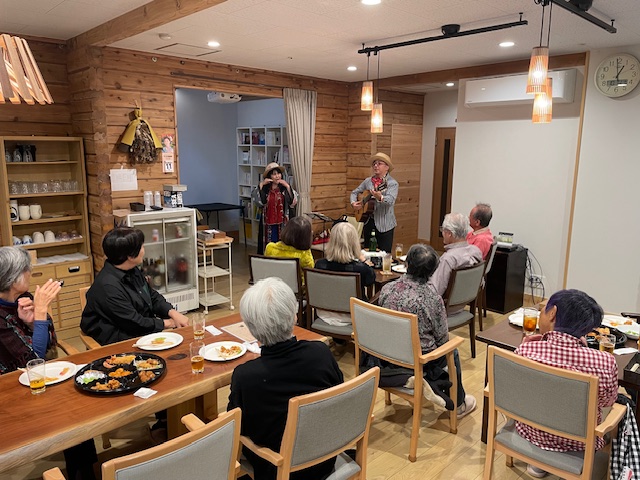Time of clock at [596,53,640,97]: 12:59
